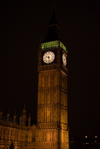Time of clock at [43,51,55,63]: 9:28
